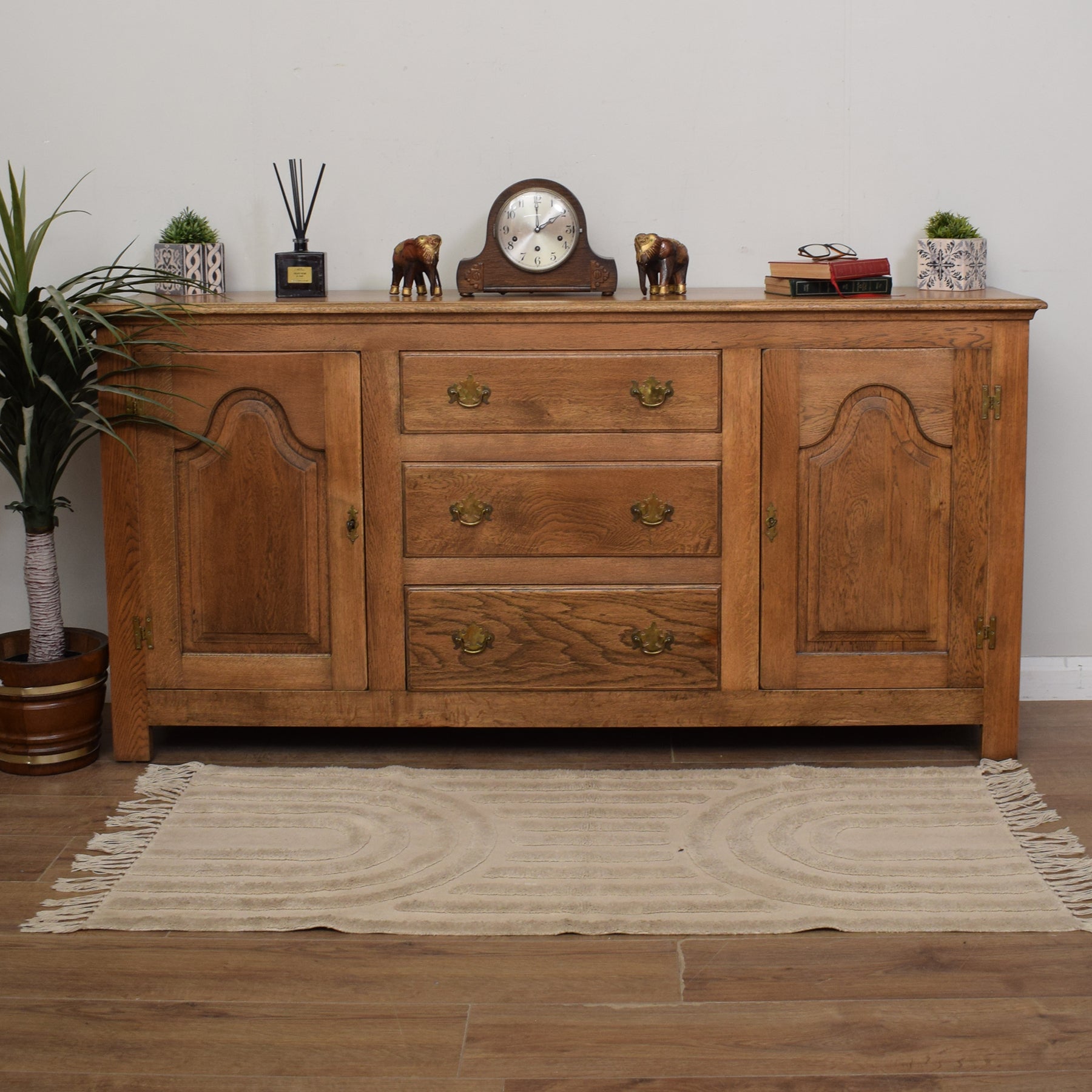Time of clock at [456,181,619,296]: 2:00
